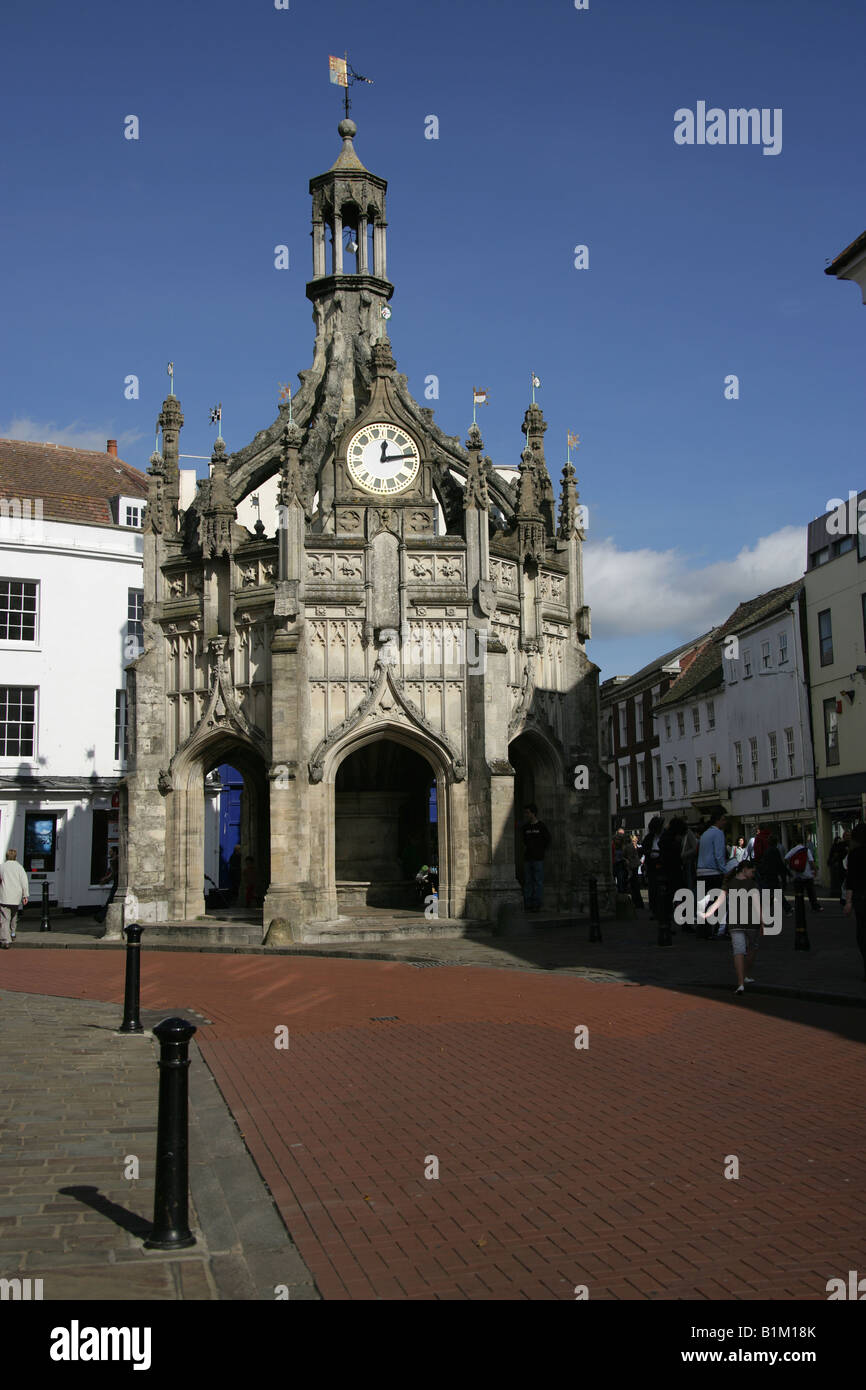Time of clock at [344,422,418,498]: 12:12
